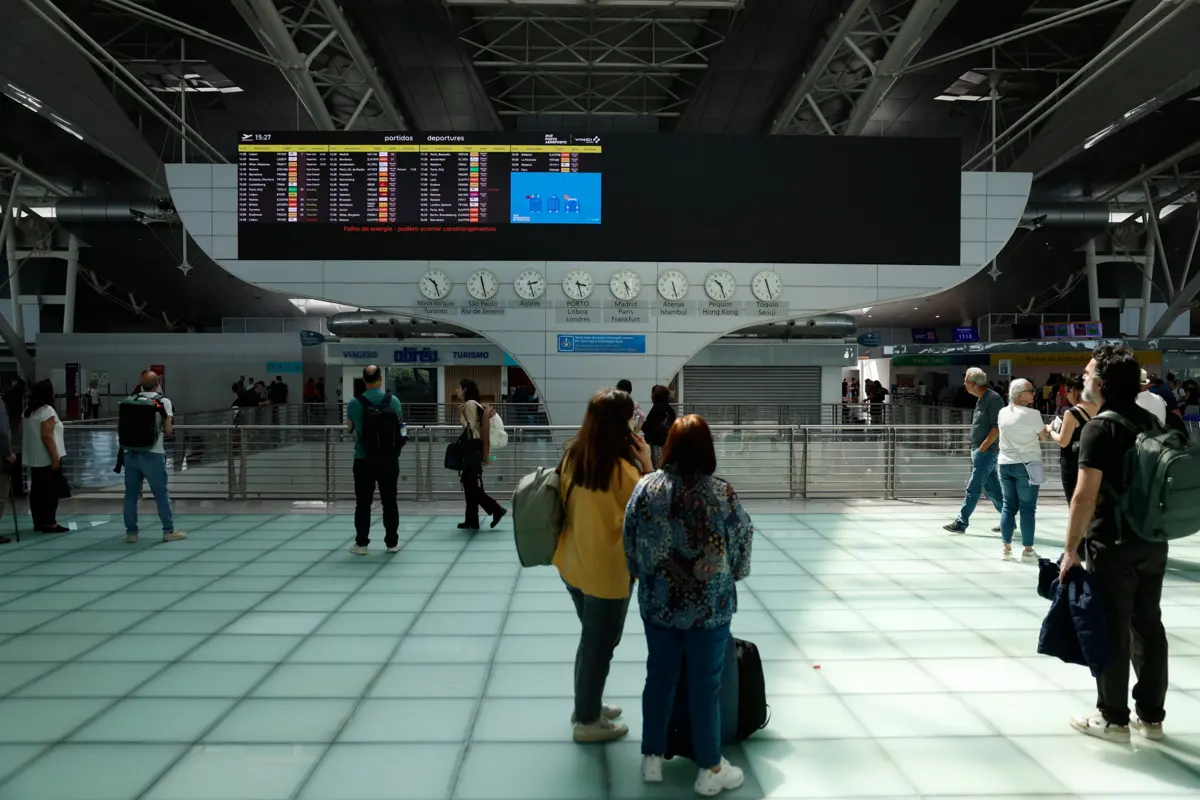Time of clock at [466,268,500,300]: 11:27
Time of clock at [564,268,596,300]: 3:27
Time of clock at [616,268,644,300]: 4:27
